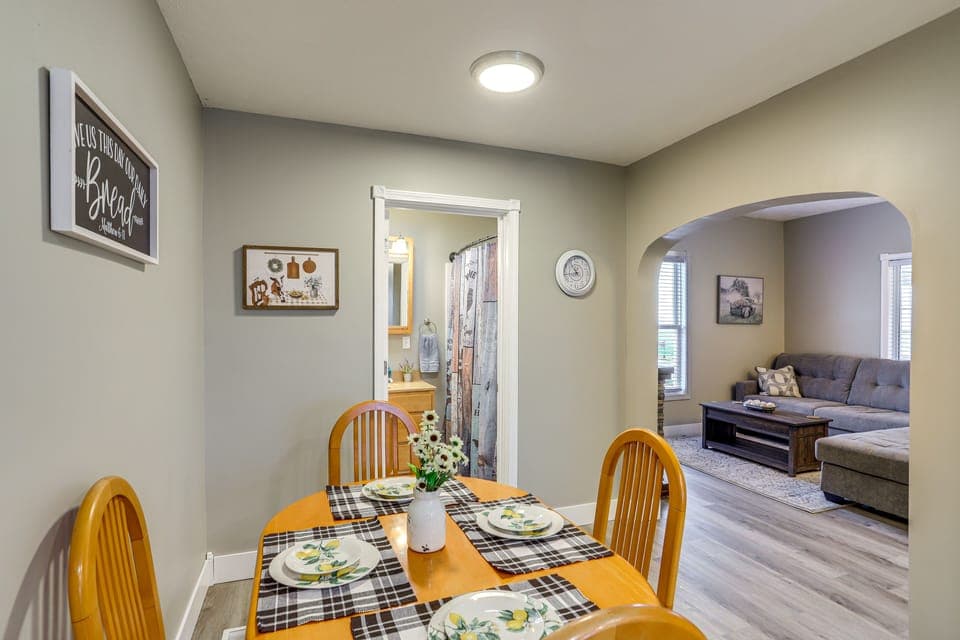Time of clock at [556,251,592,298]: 10:43
